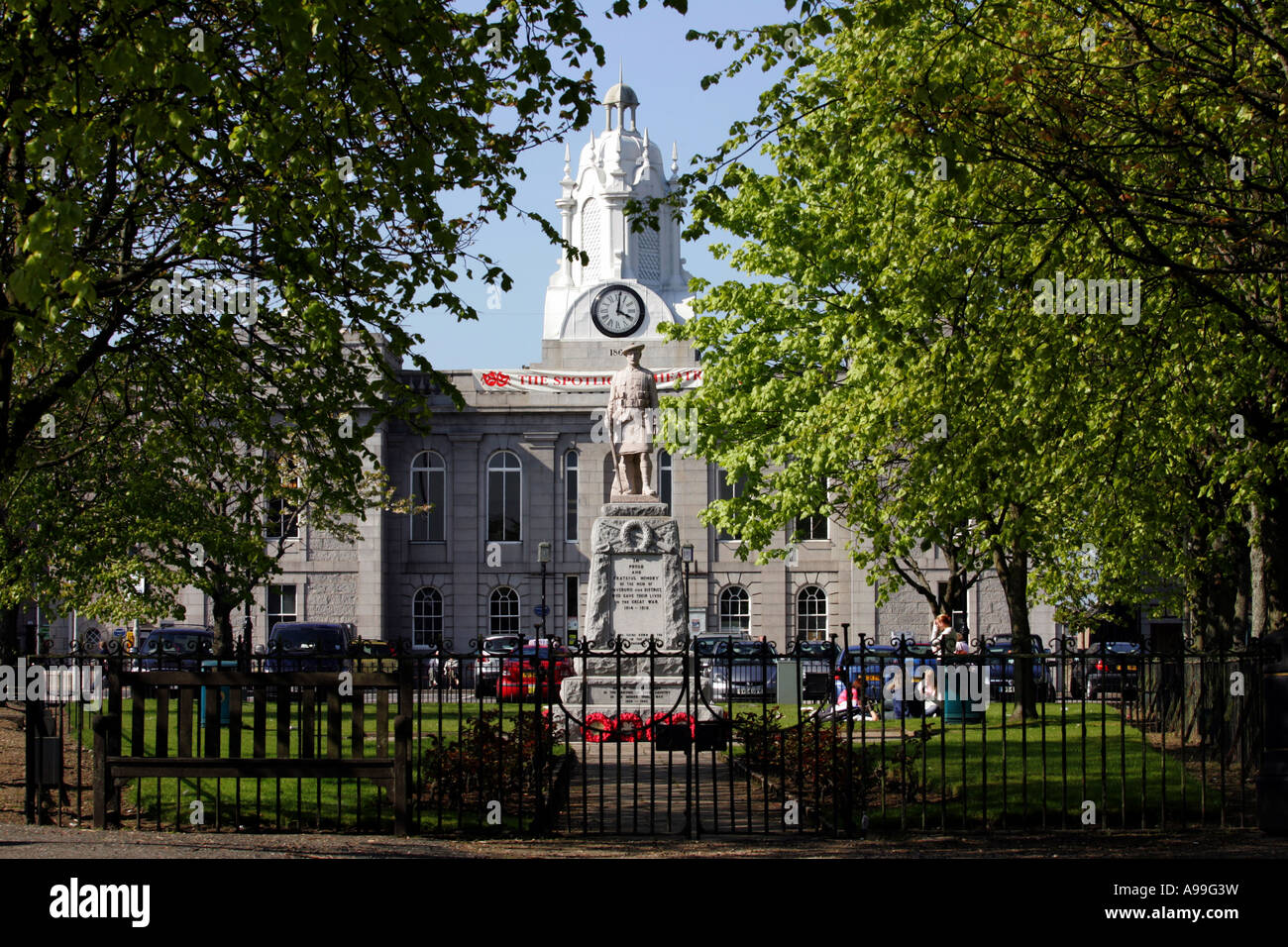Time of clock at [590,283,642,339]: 4:01
